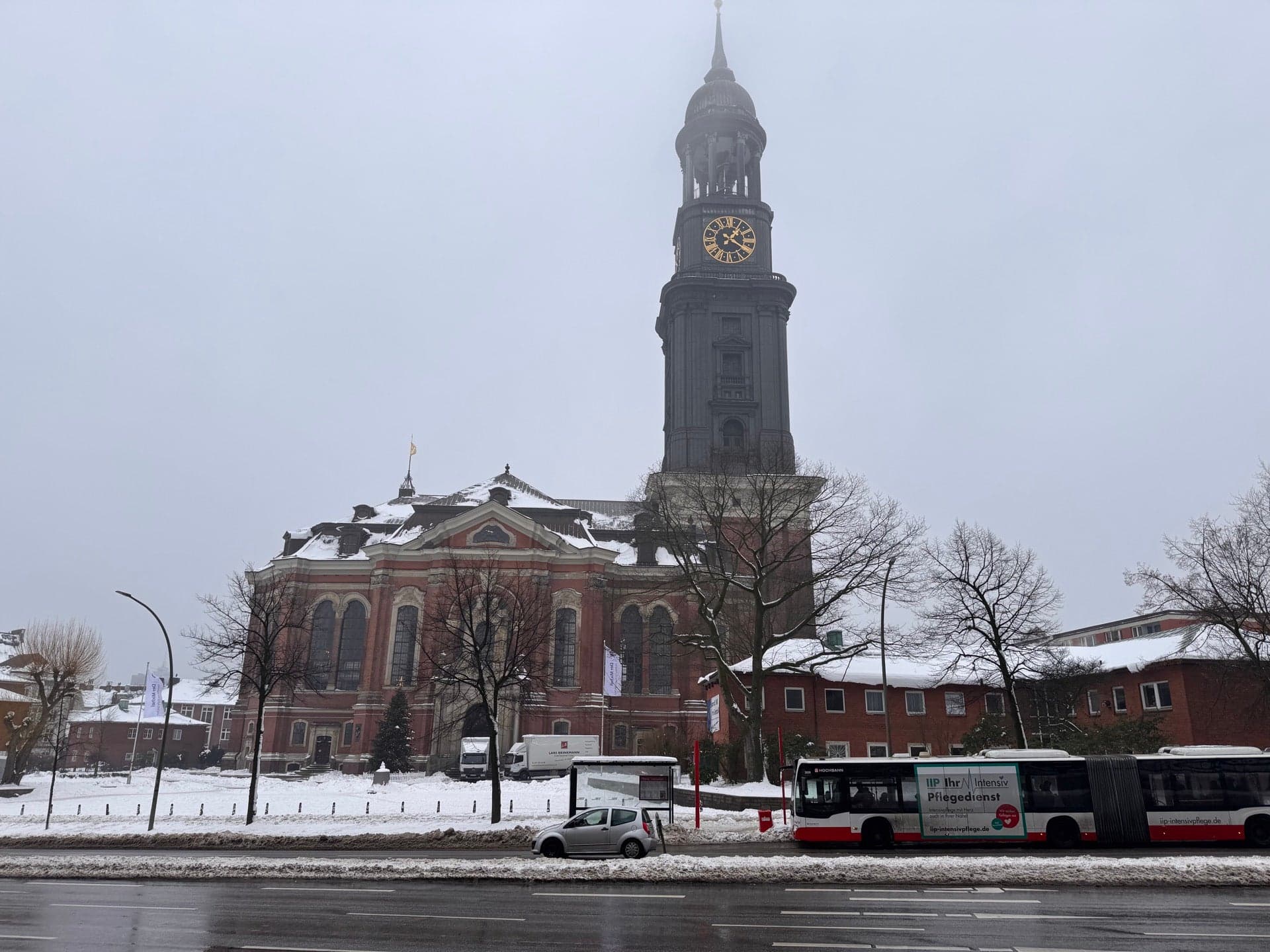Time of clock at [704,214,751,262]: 1:19
